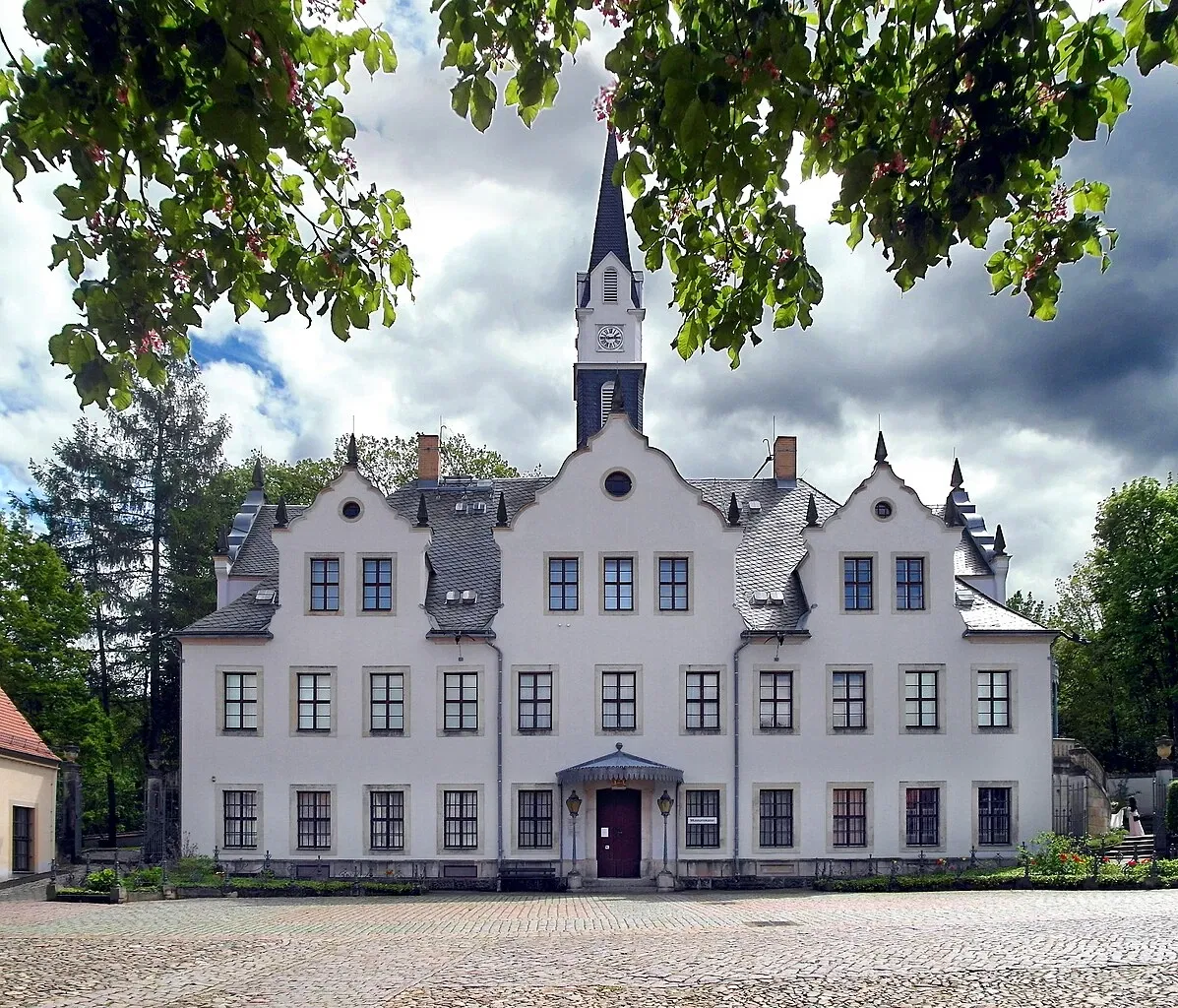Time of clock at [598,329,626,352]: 2:46
